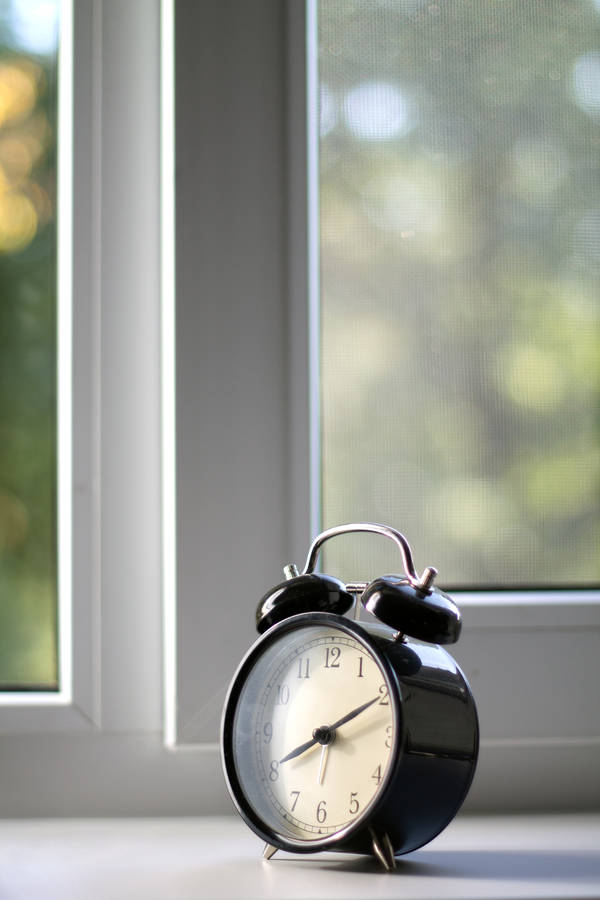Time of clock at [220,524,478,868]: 8:10
